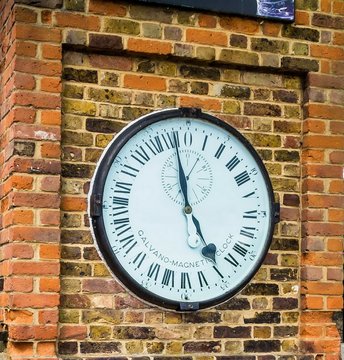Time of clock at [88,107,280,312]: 4:58
